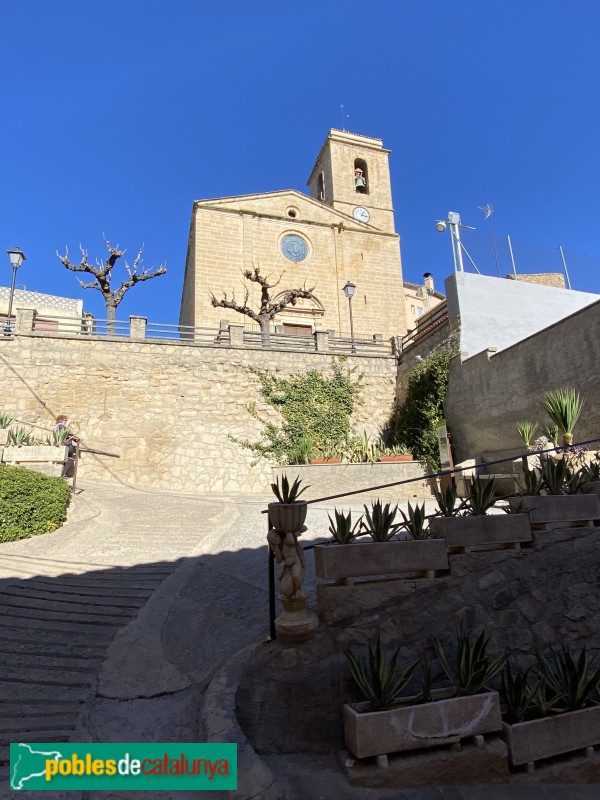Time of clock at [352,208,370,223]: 1:16
